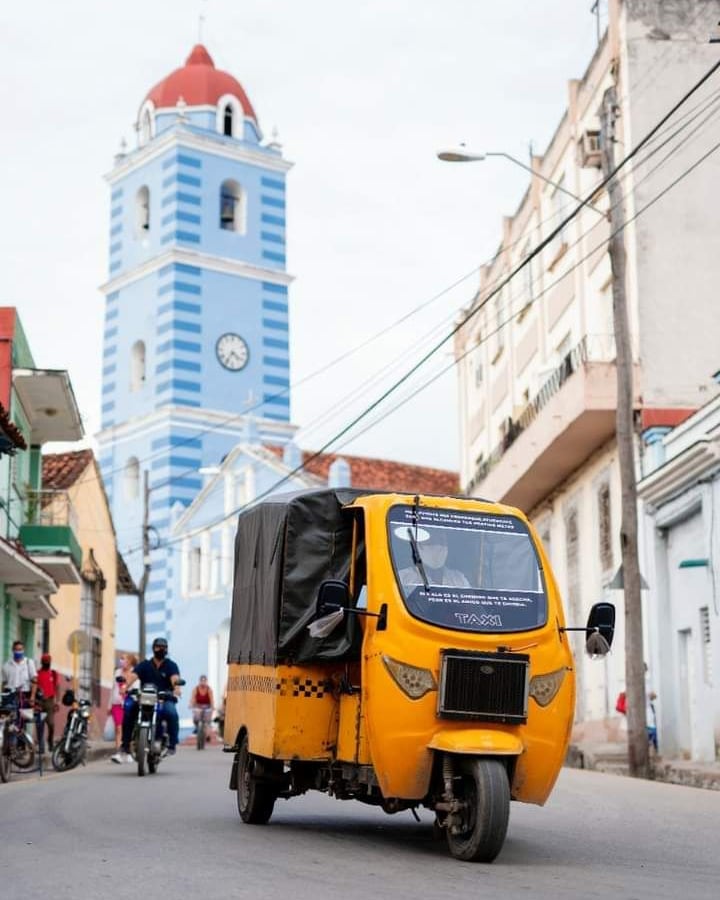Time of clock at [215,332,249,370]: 4:35
